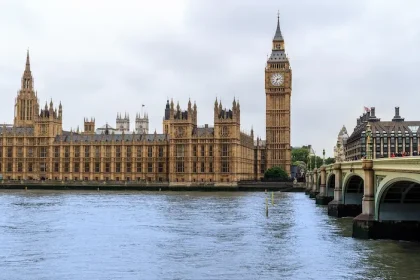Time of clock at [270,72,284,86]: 2:33
